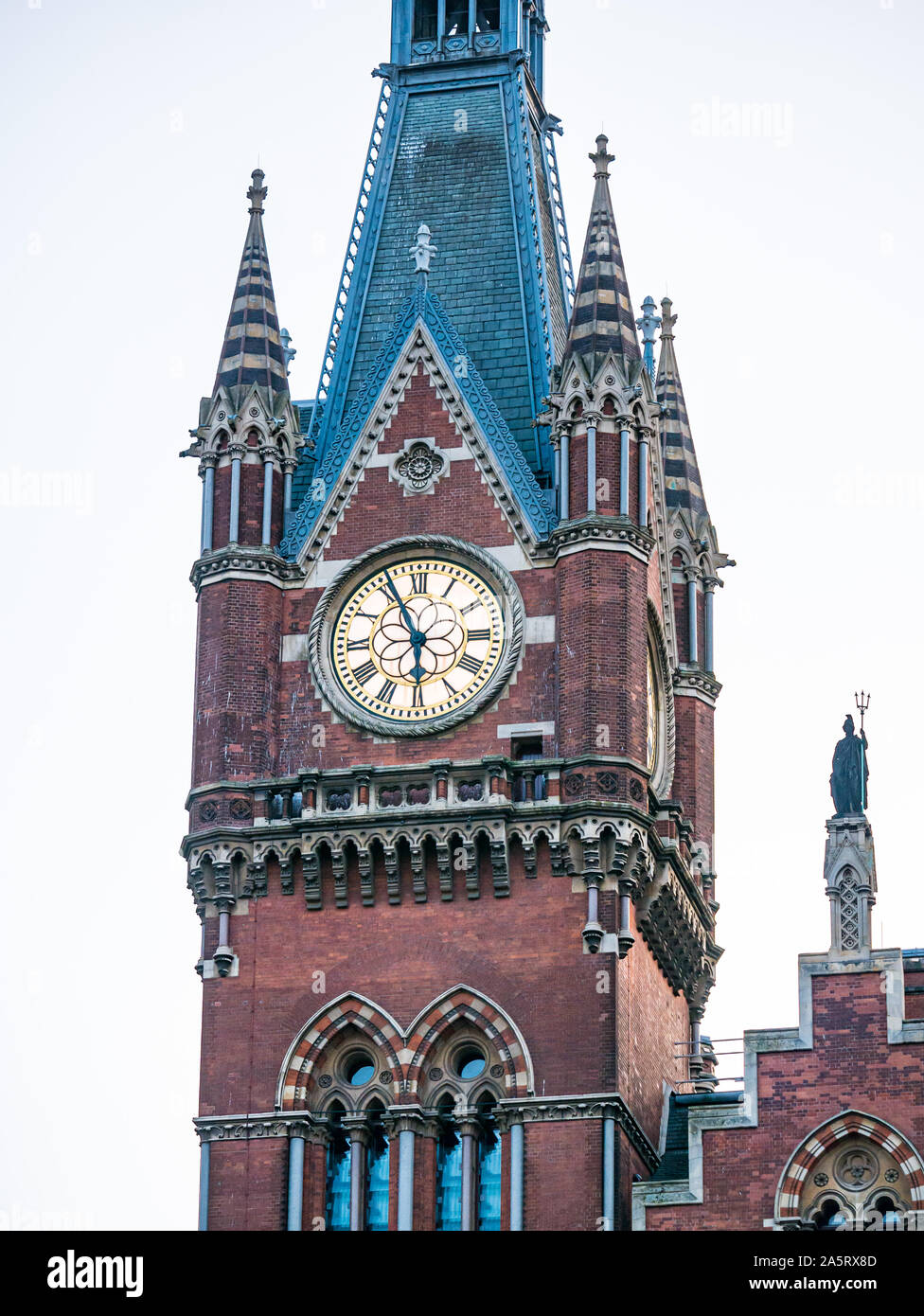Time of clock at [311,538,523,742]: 5:55
